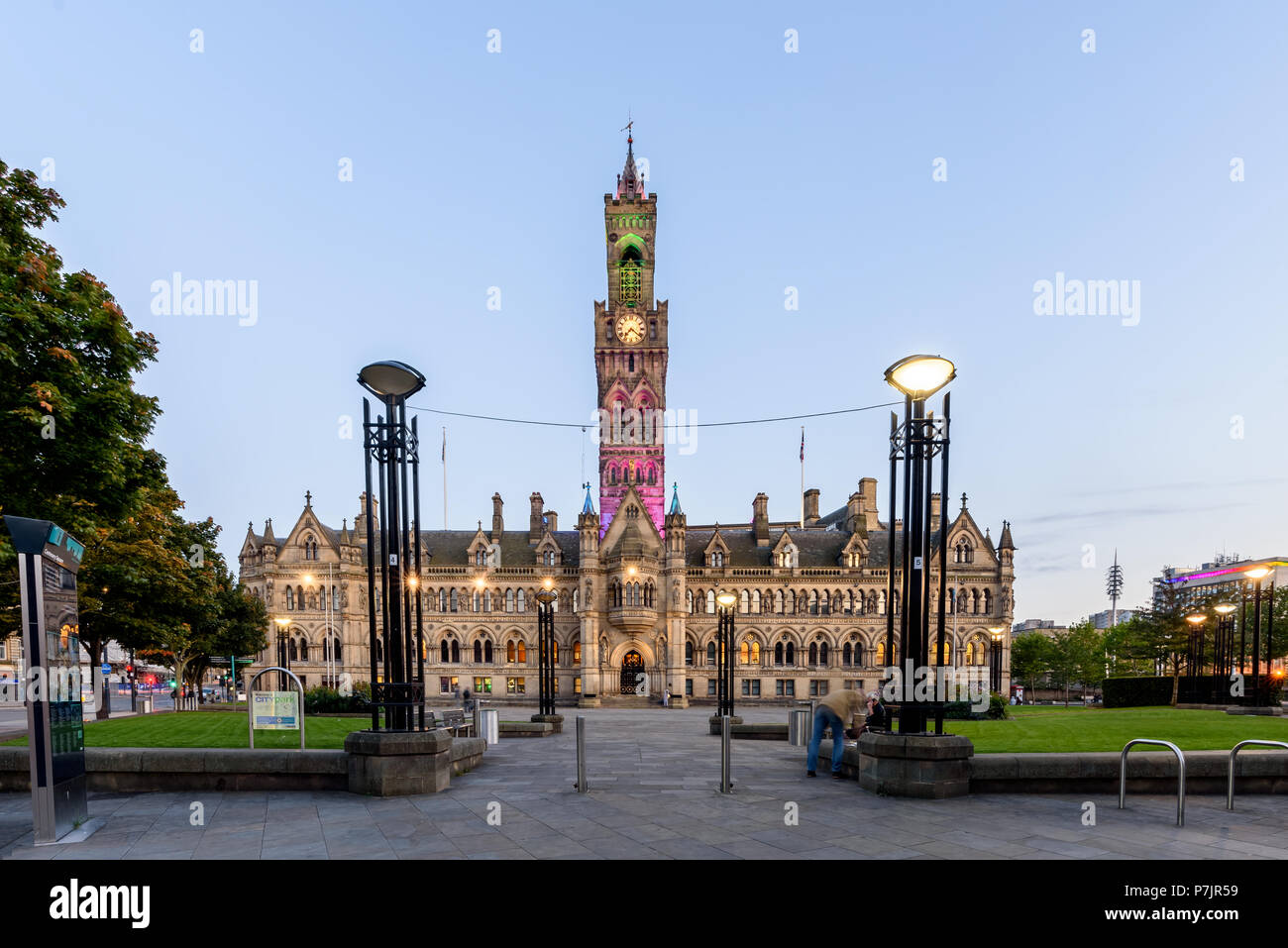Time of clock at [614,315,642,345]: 7:21
